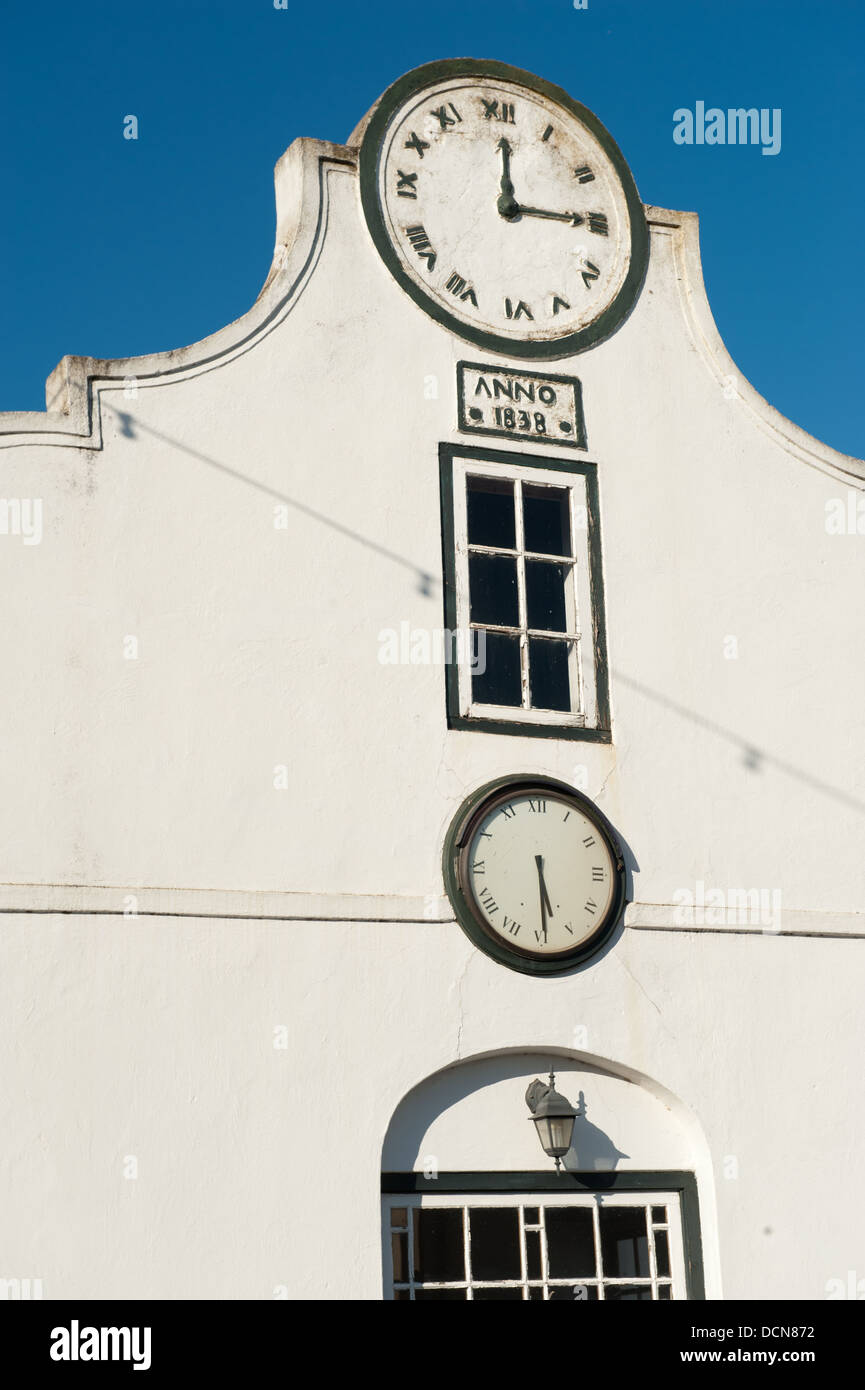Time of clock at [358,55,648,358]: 12:14
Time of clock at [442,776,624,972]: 5:29
